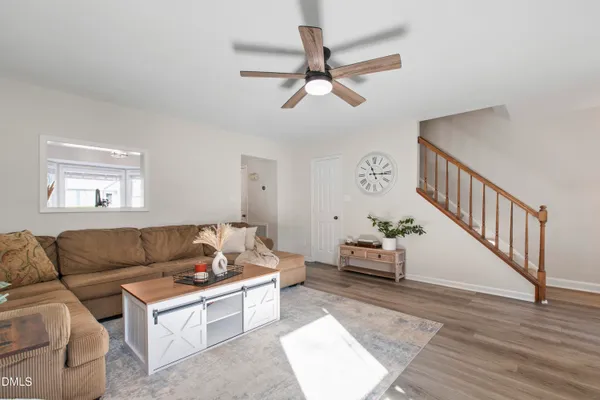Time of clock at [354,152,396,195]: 11:14
